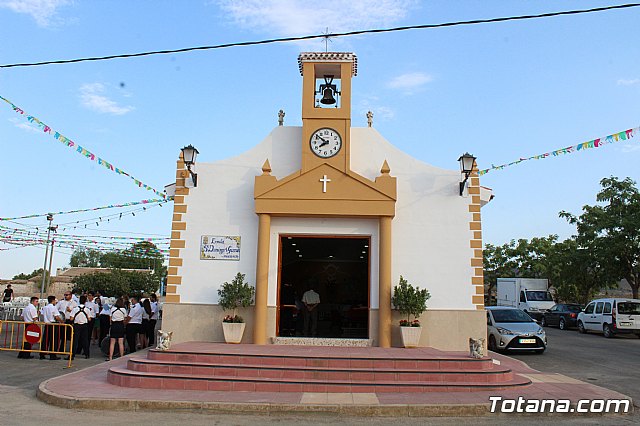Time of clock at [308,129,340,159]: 7:51
